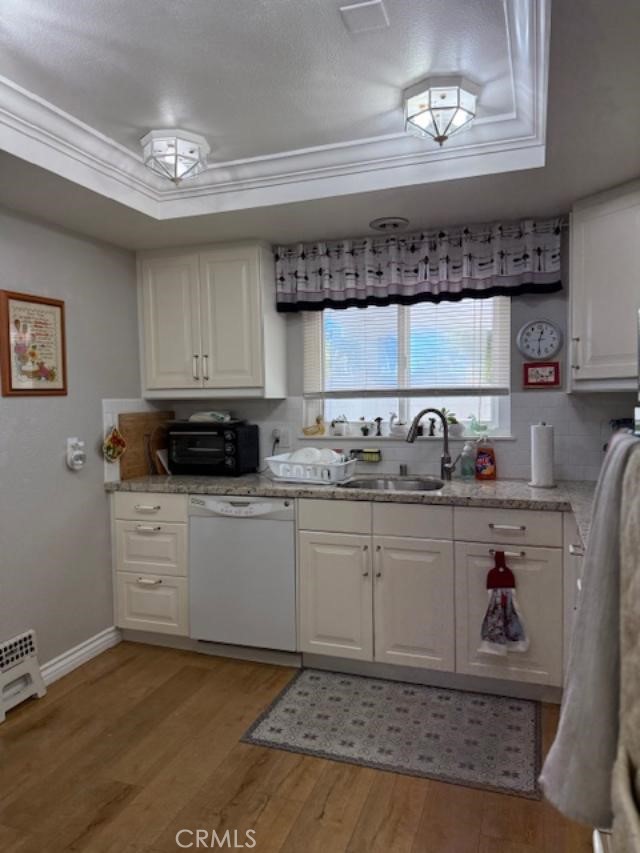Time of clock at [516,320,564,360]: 12:30
